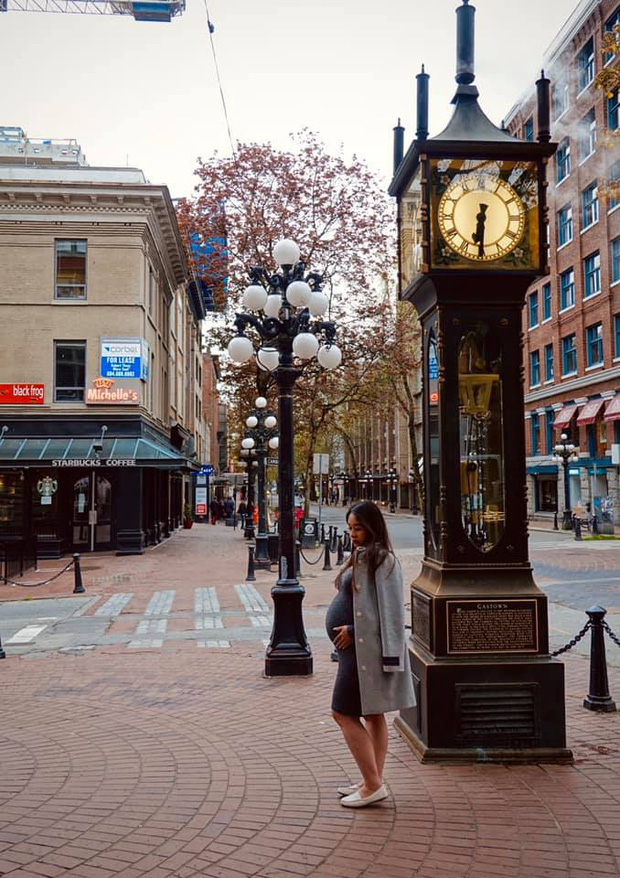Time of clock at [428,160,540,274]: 6:30
